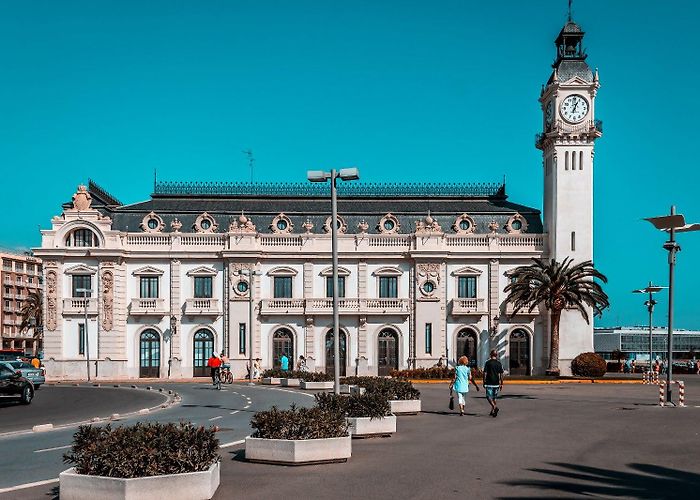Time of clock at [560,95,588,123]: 7:04
